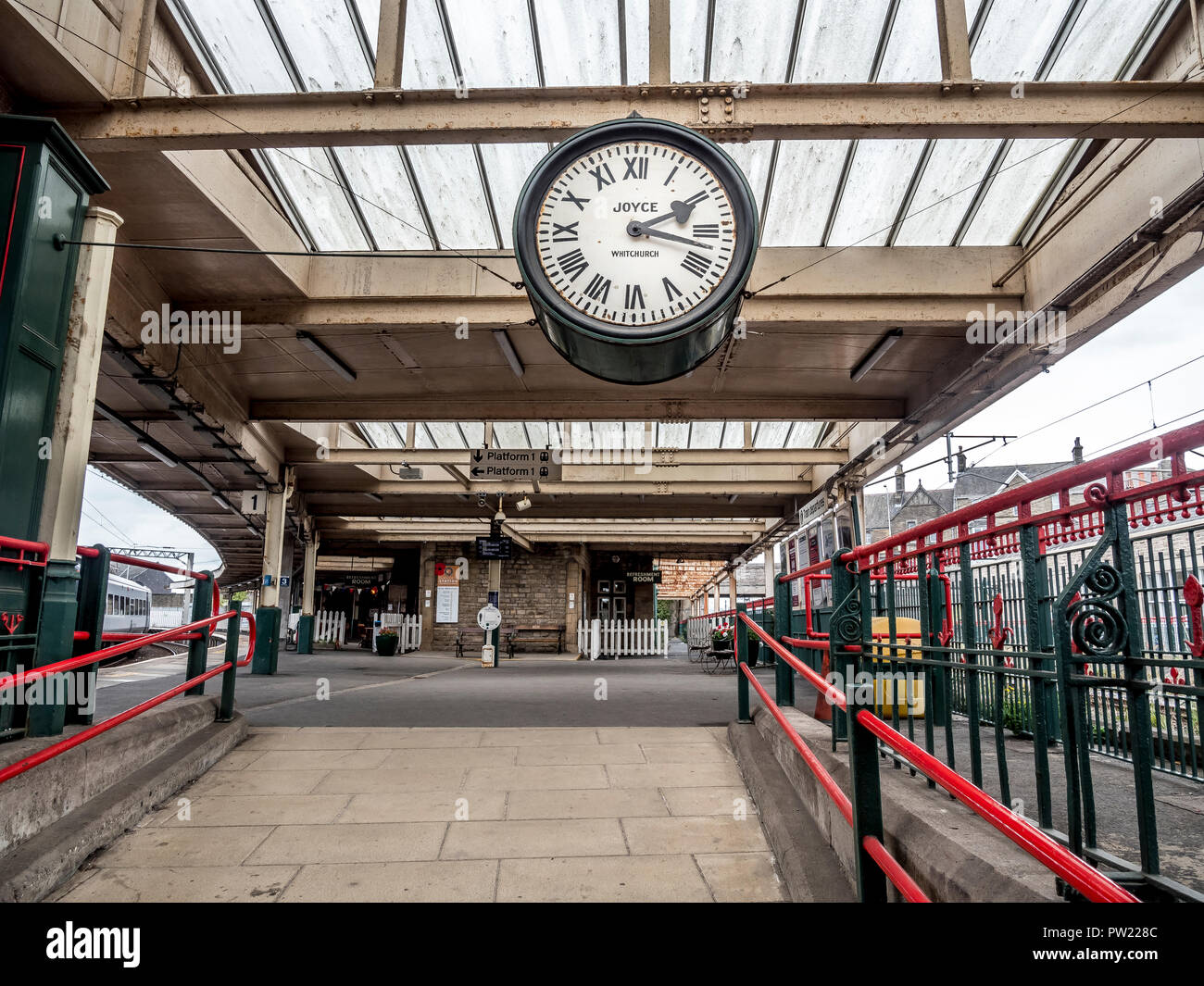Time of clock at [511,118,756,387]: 2:17
